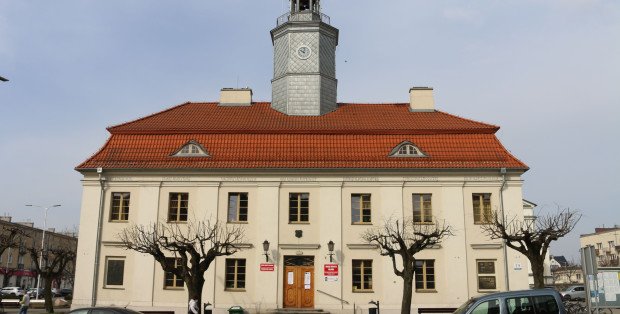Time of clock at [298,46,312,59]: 10:02
